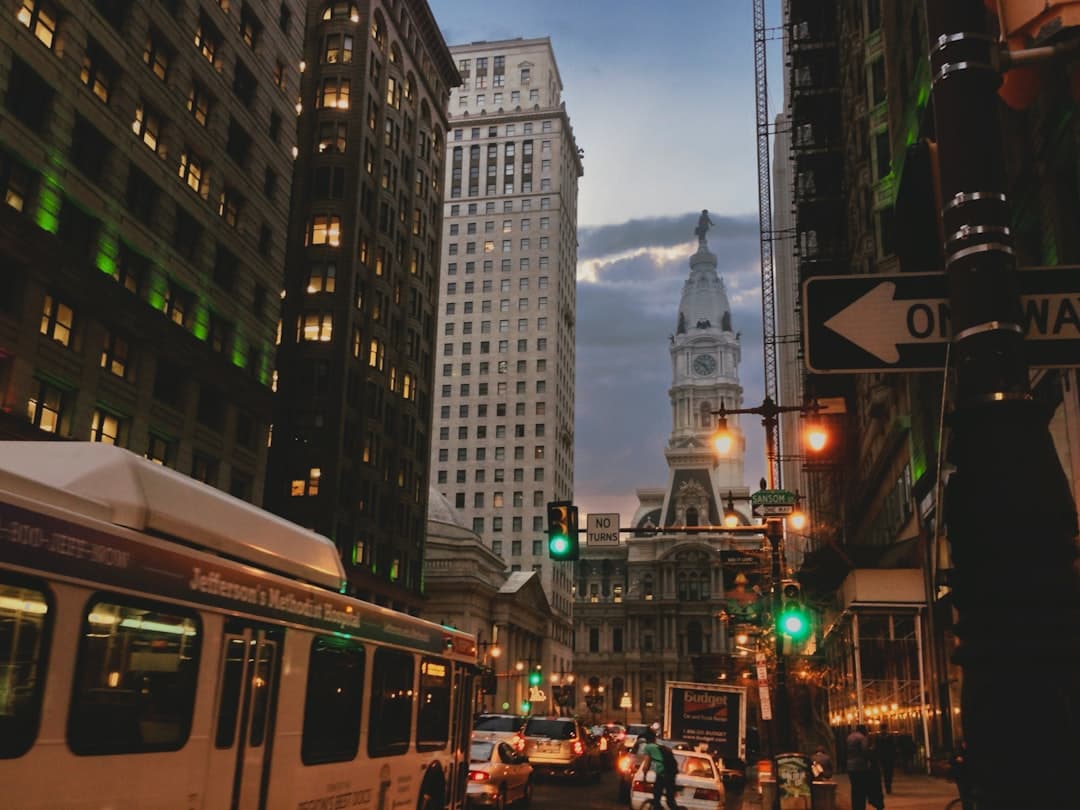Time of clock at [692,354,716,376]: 4:50
